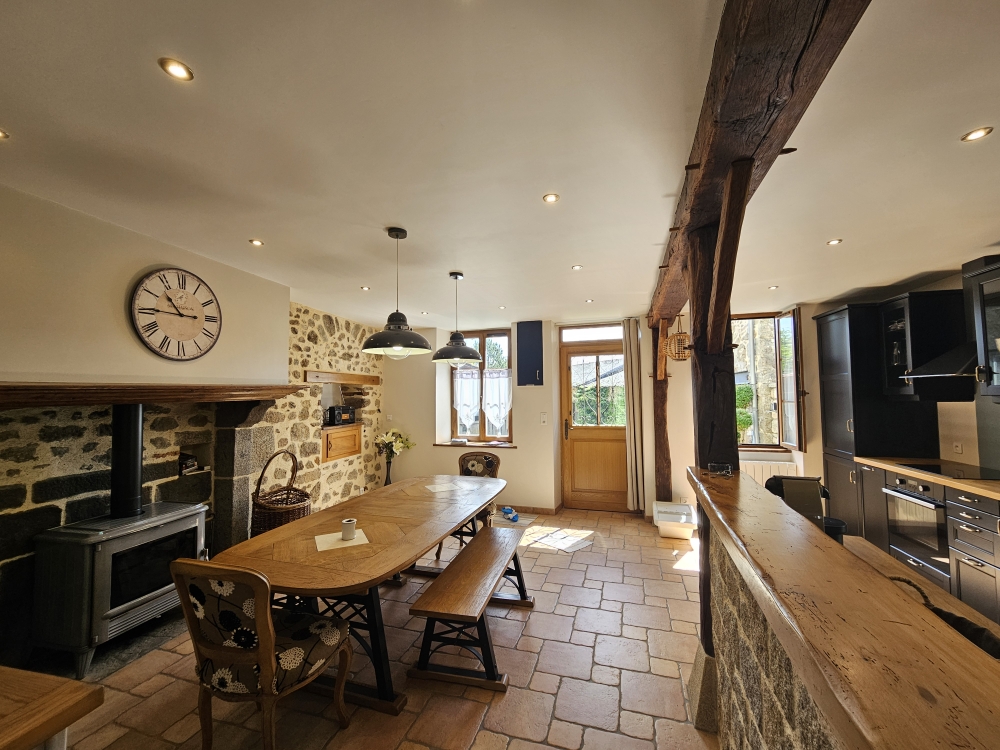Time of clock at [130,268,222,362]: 10:45
